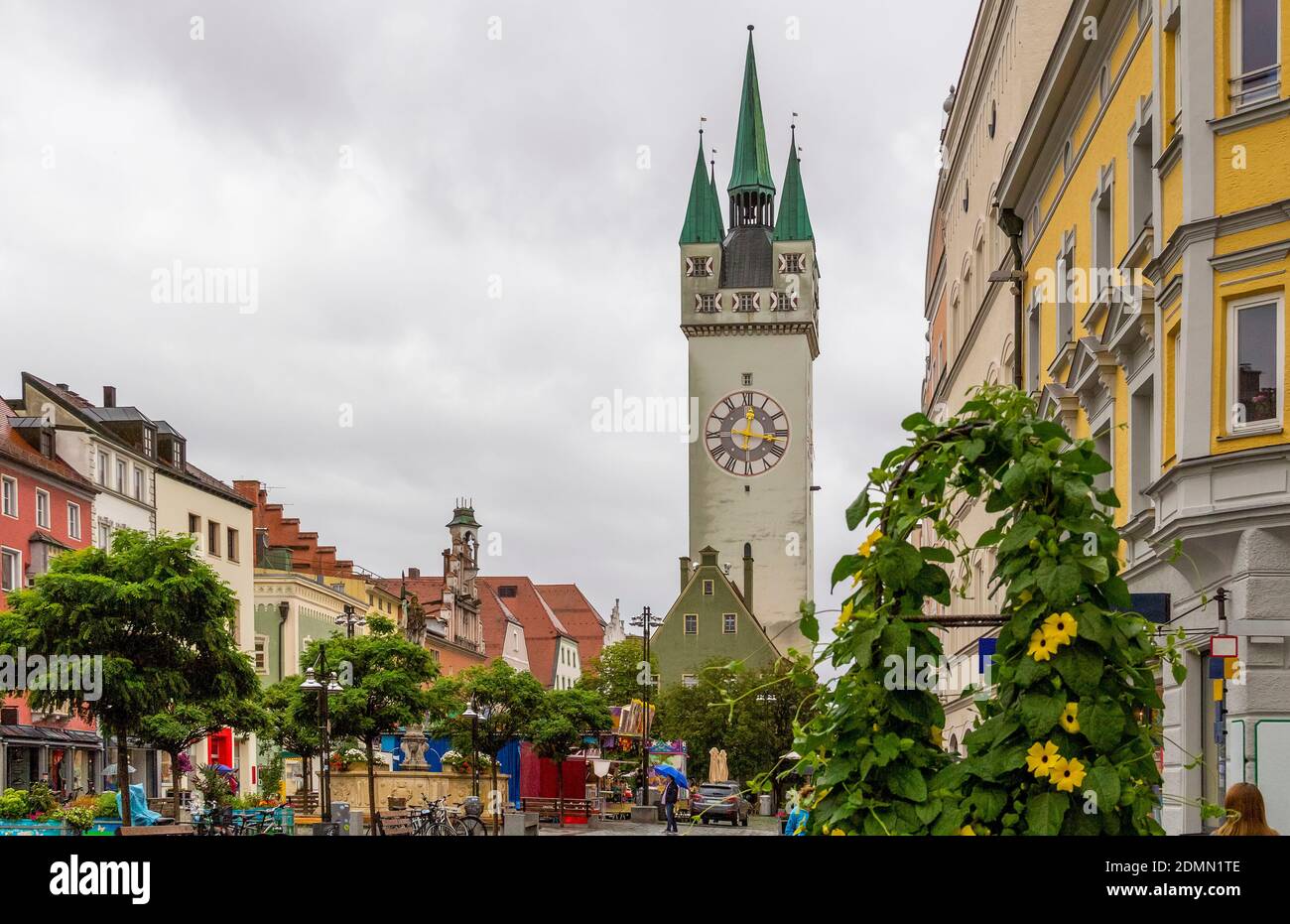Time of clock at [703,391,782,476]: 12:16
